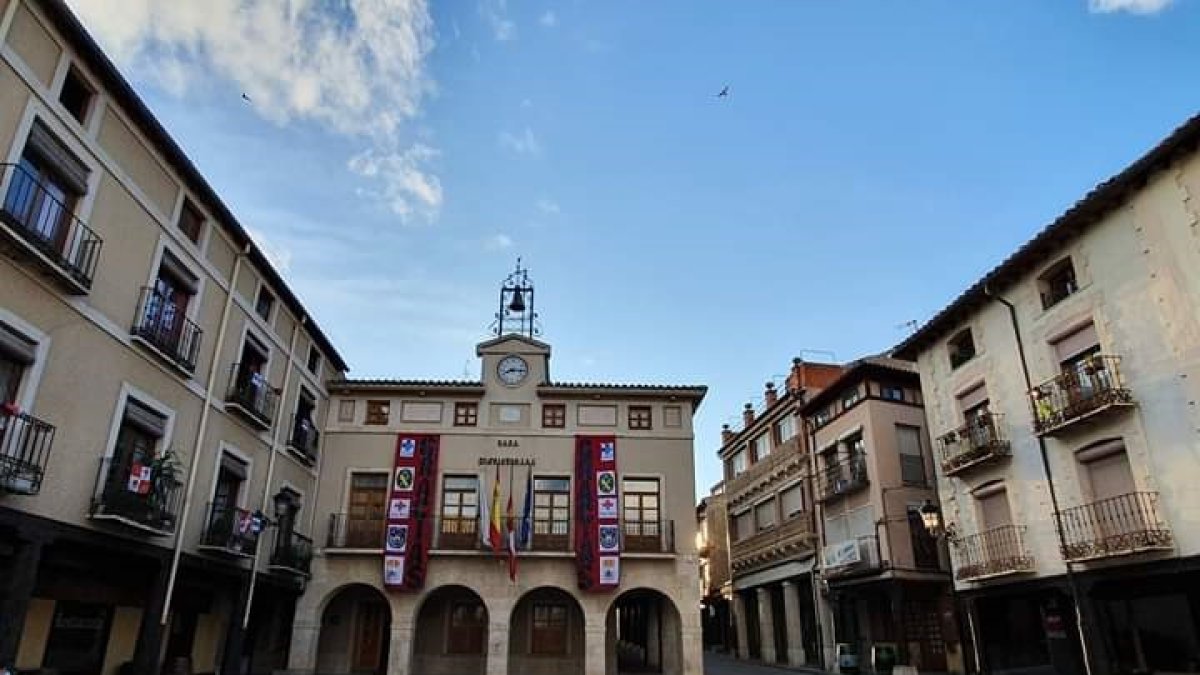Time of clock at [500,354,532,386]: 8:15
